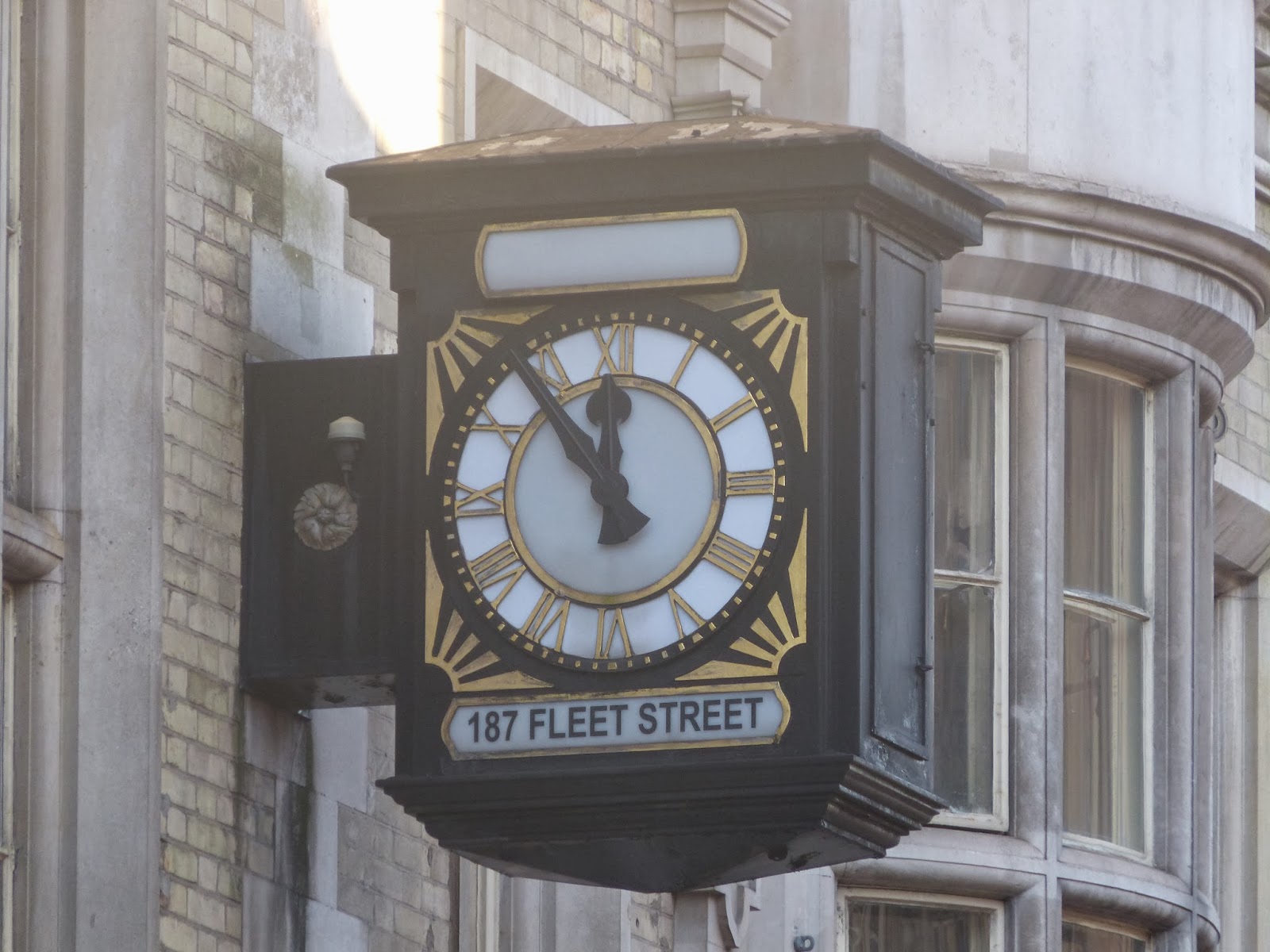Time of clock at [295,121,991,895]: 11:53
